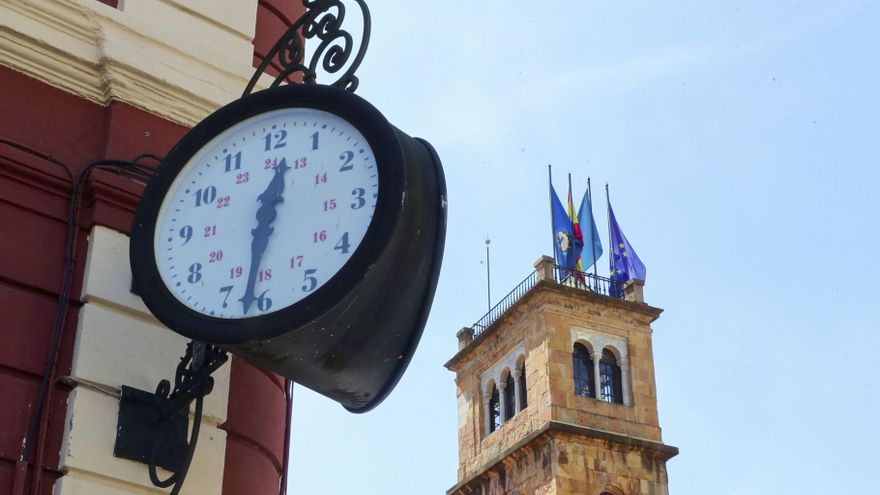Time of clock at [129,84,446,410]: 12:31
